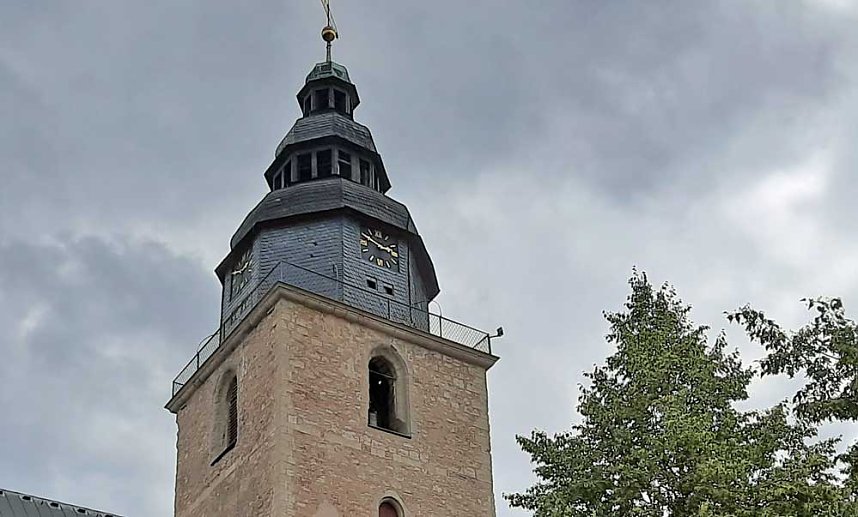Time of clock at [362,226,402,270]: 2:48
